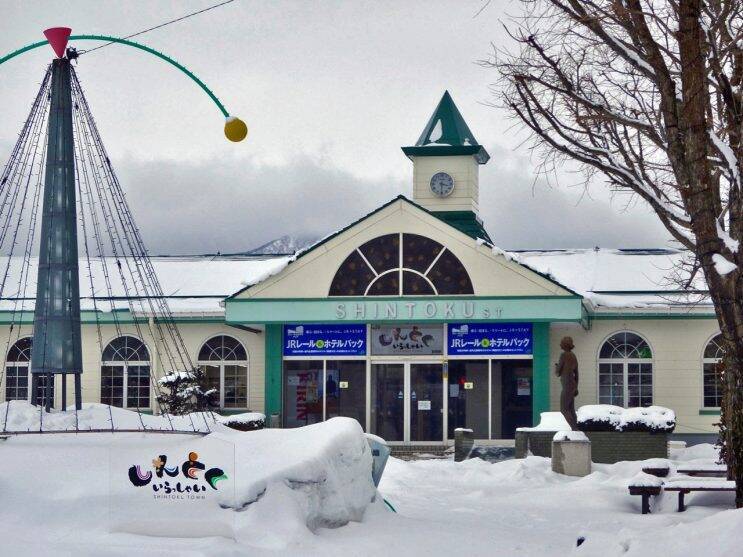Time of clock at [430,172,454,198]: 3:30
